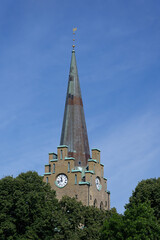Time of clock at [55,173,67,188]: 11:42
